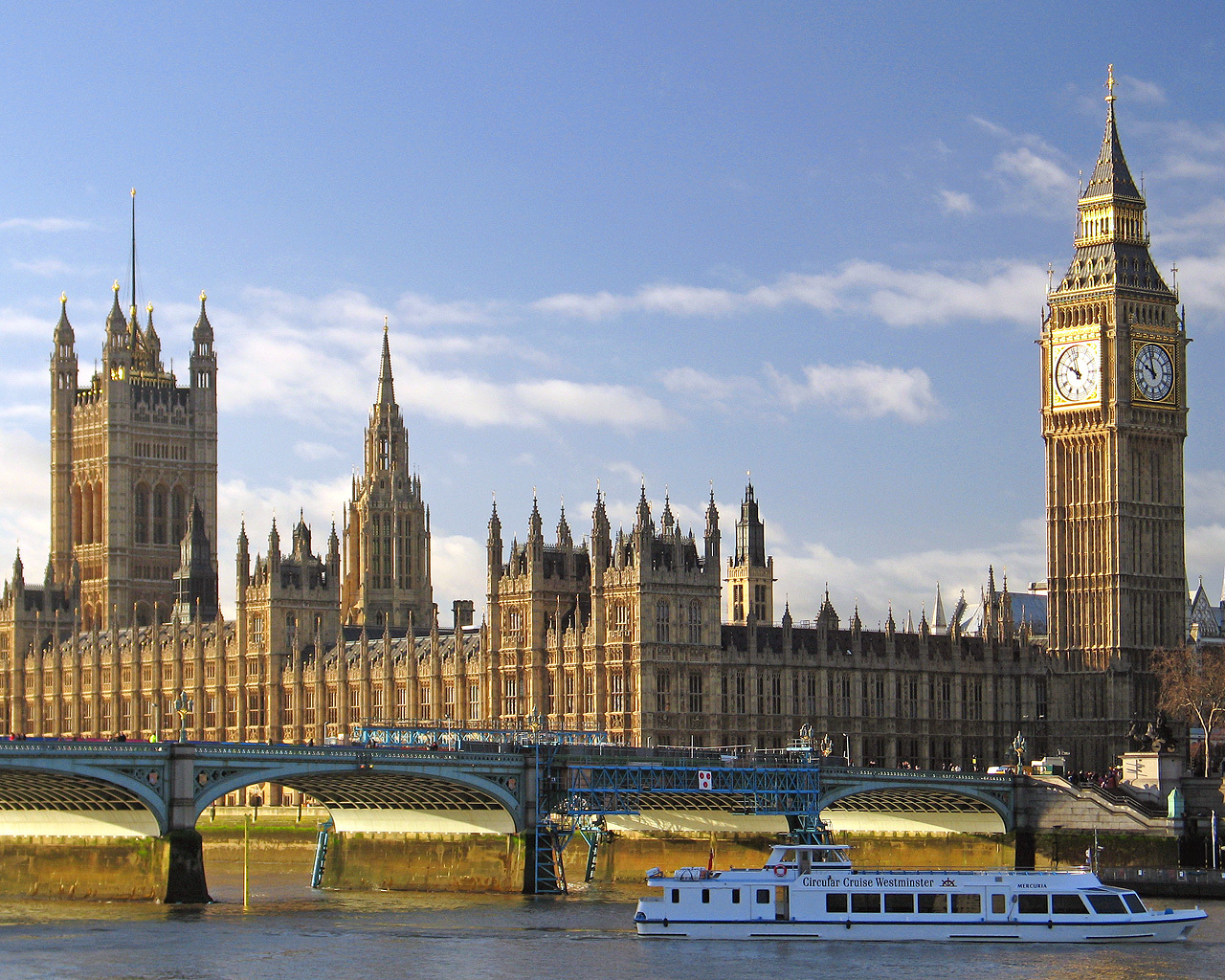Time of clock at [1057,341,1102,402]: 9:57
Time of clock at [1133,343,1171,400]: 9:57
